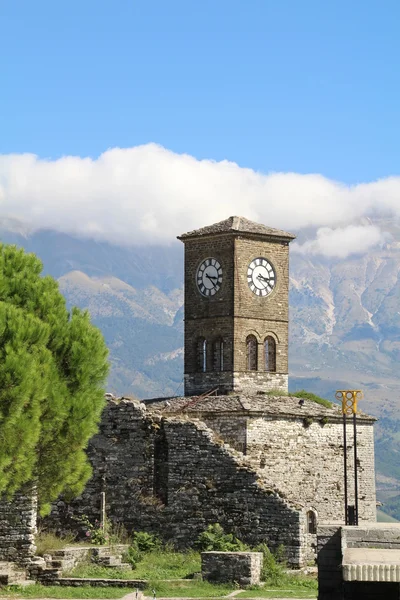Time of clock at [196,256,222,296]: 3:23
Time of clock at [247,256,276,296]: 3:21
